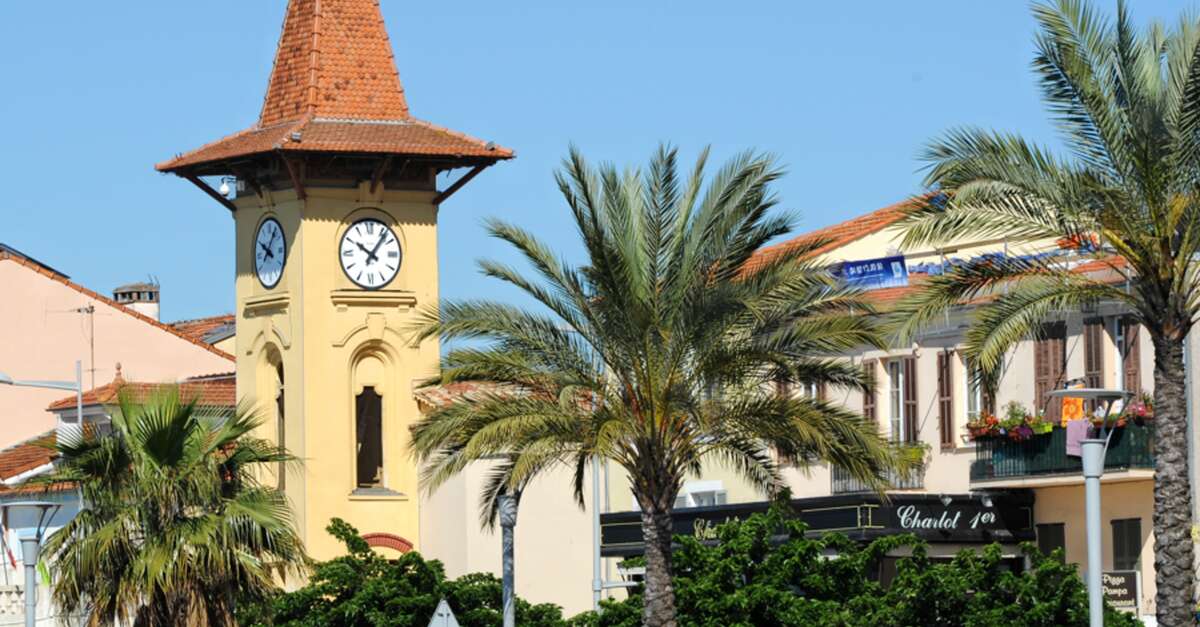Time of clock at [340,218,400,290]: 10:06
